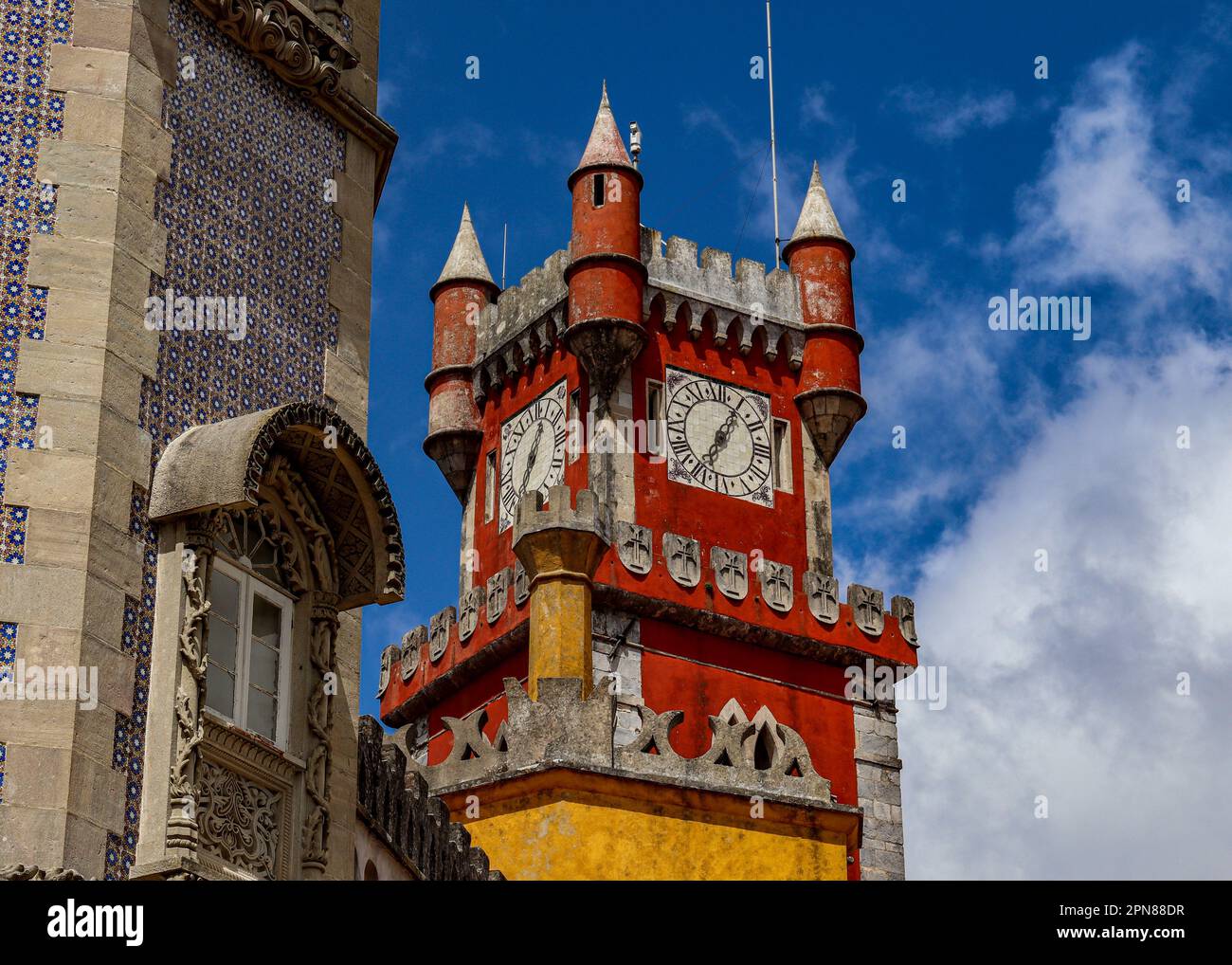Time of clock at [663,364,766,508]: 7:05
